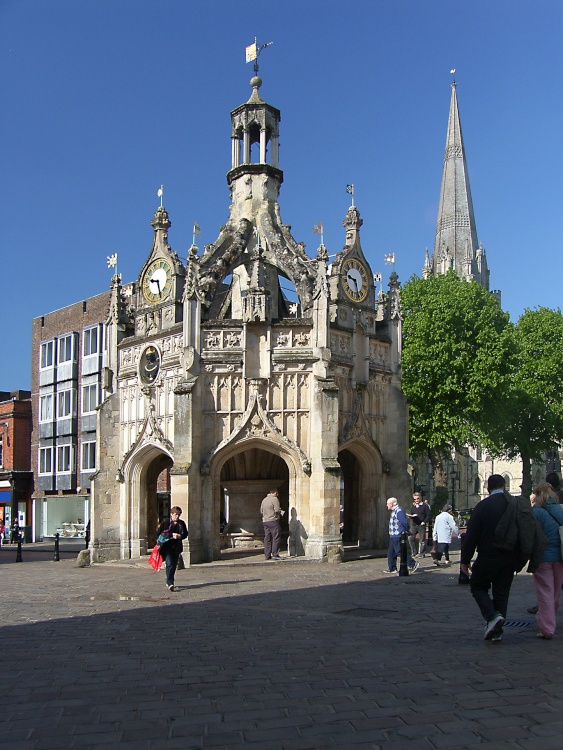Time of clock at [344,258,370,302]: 9:28
